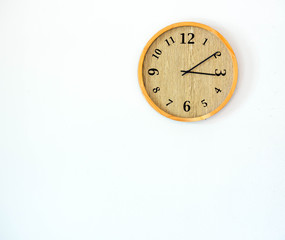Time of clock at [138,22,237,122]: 3:09
